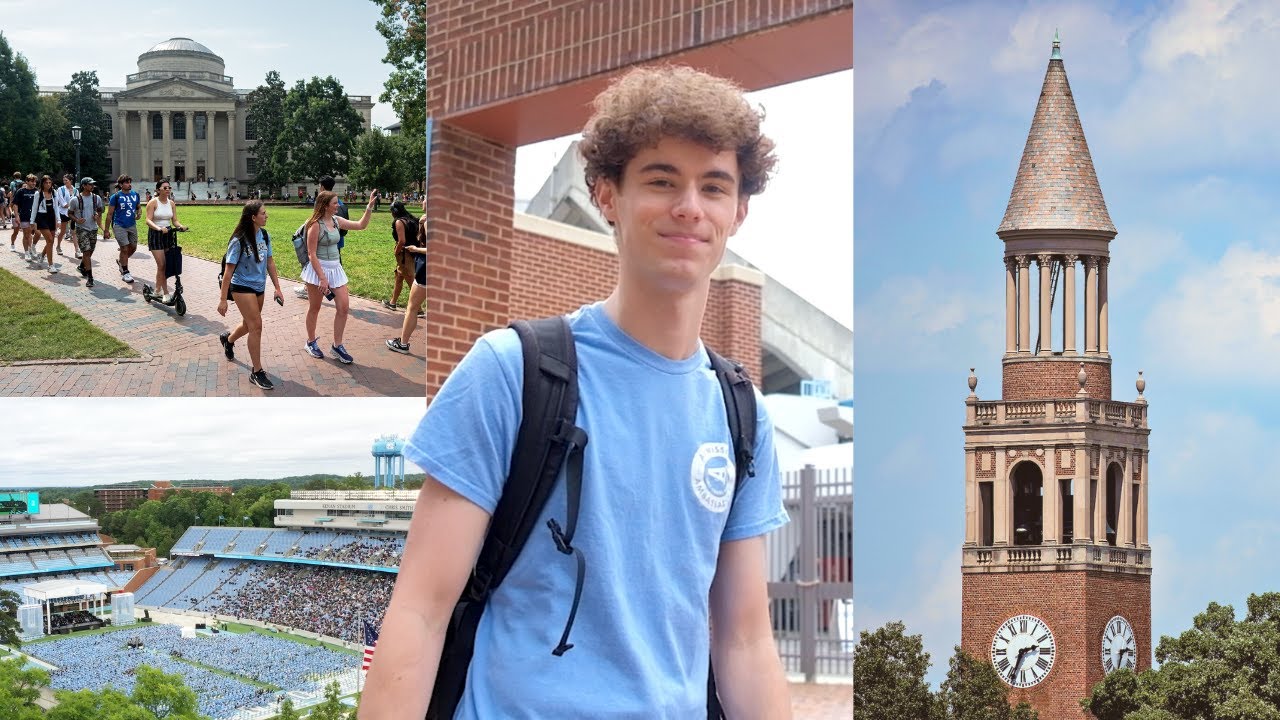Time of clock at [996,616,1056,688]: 2:33
